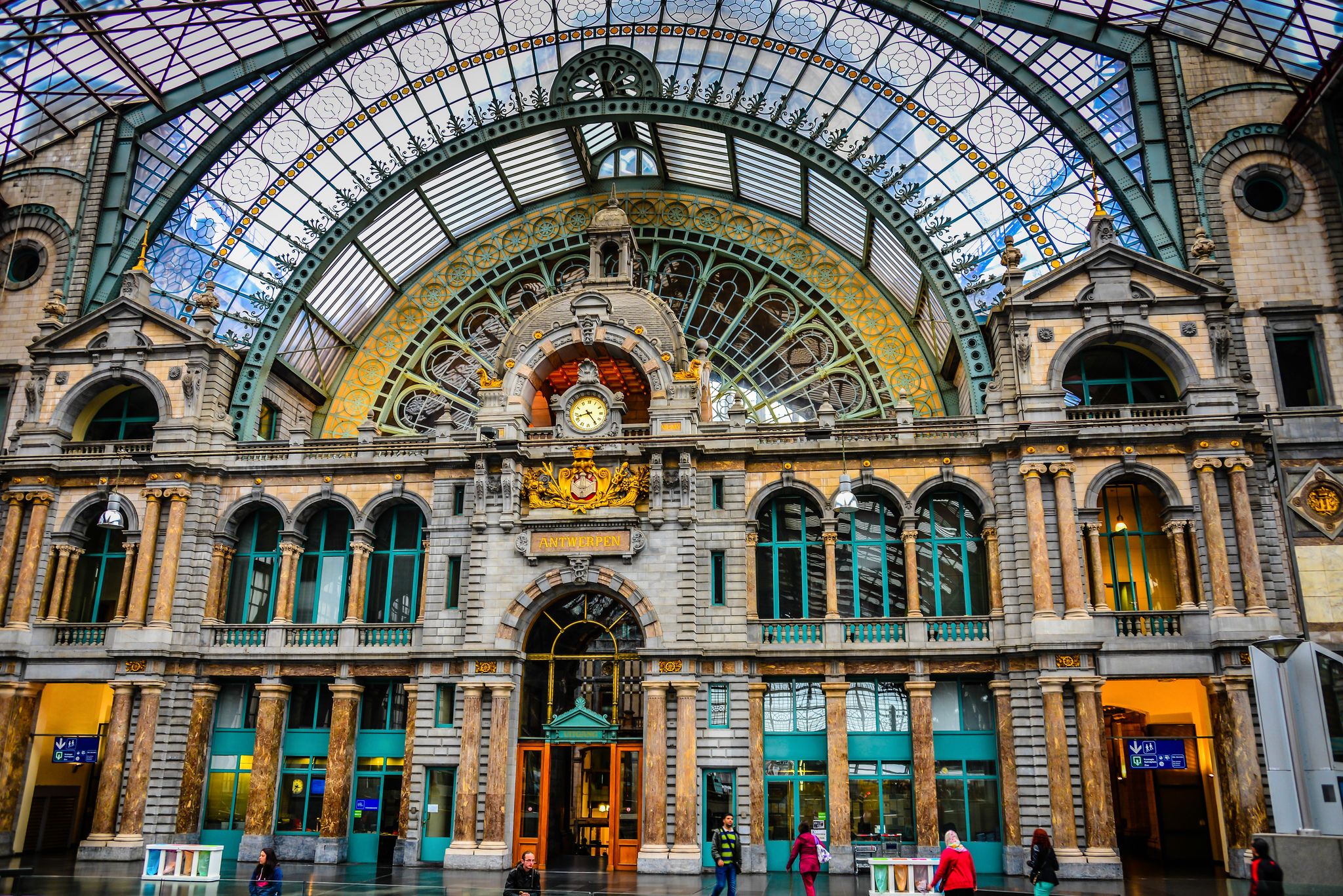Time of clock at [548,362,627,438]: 8:24
